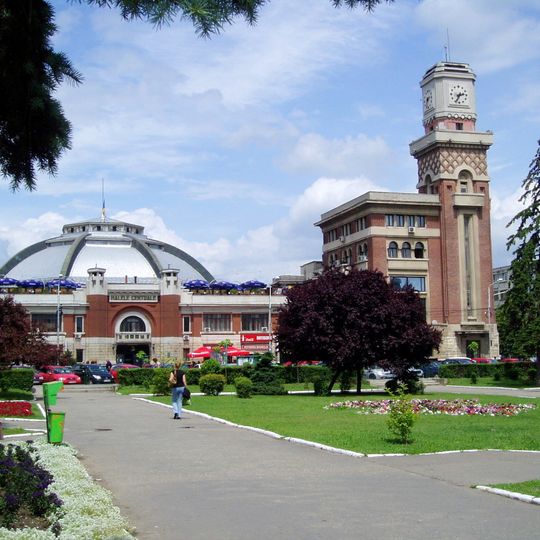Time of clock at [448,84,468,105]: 2:34
